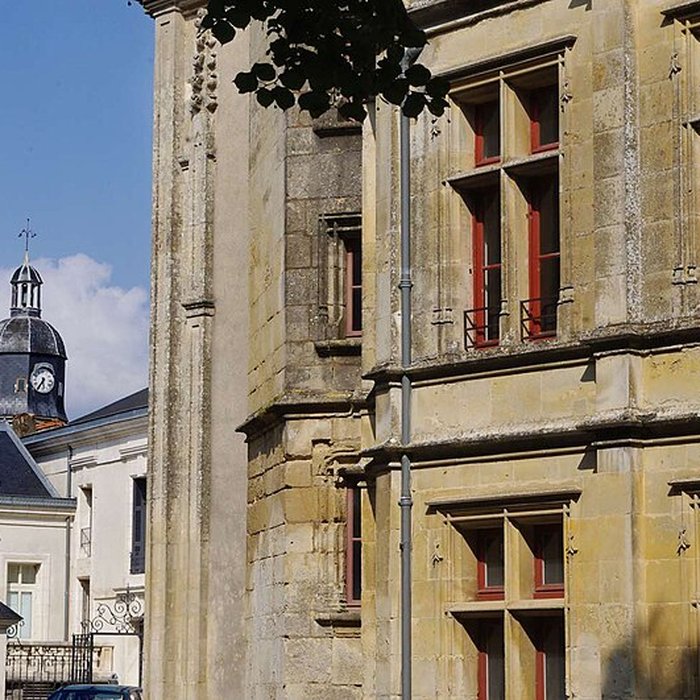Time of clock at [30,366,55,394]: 5:35
